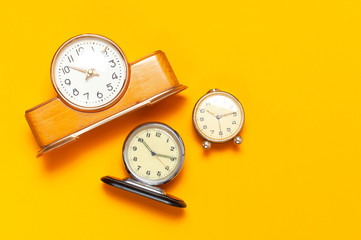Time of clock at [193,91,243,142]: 10:14
